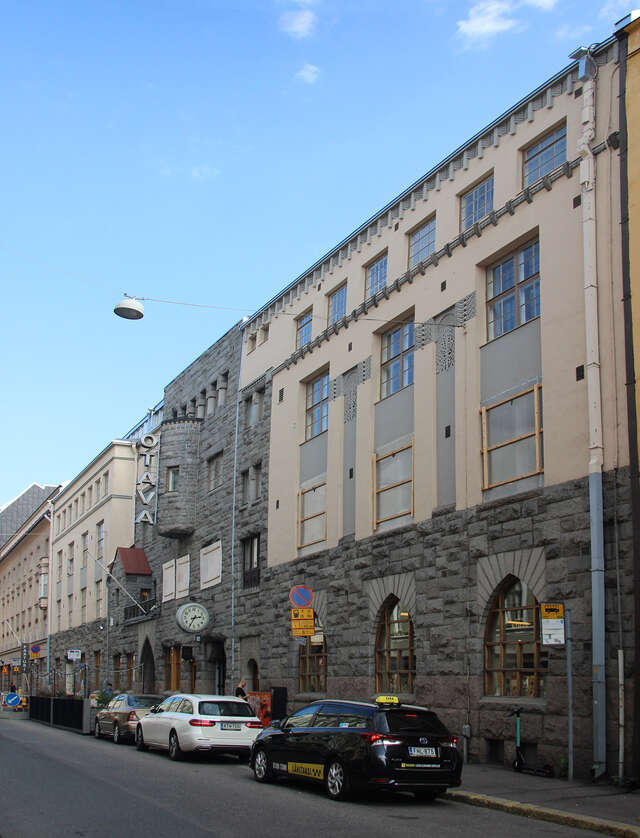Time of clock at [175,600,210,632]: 2:35
